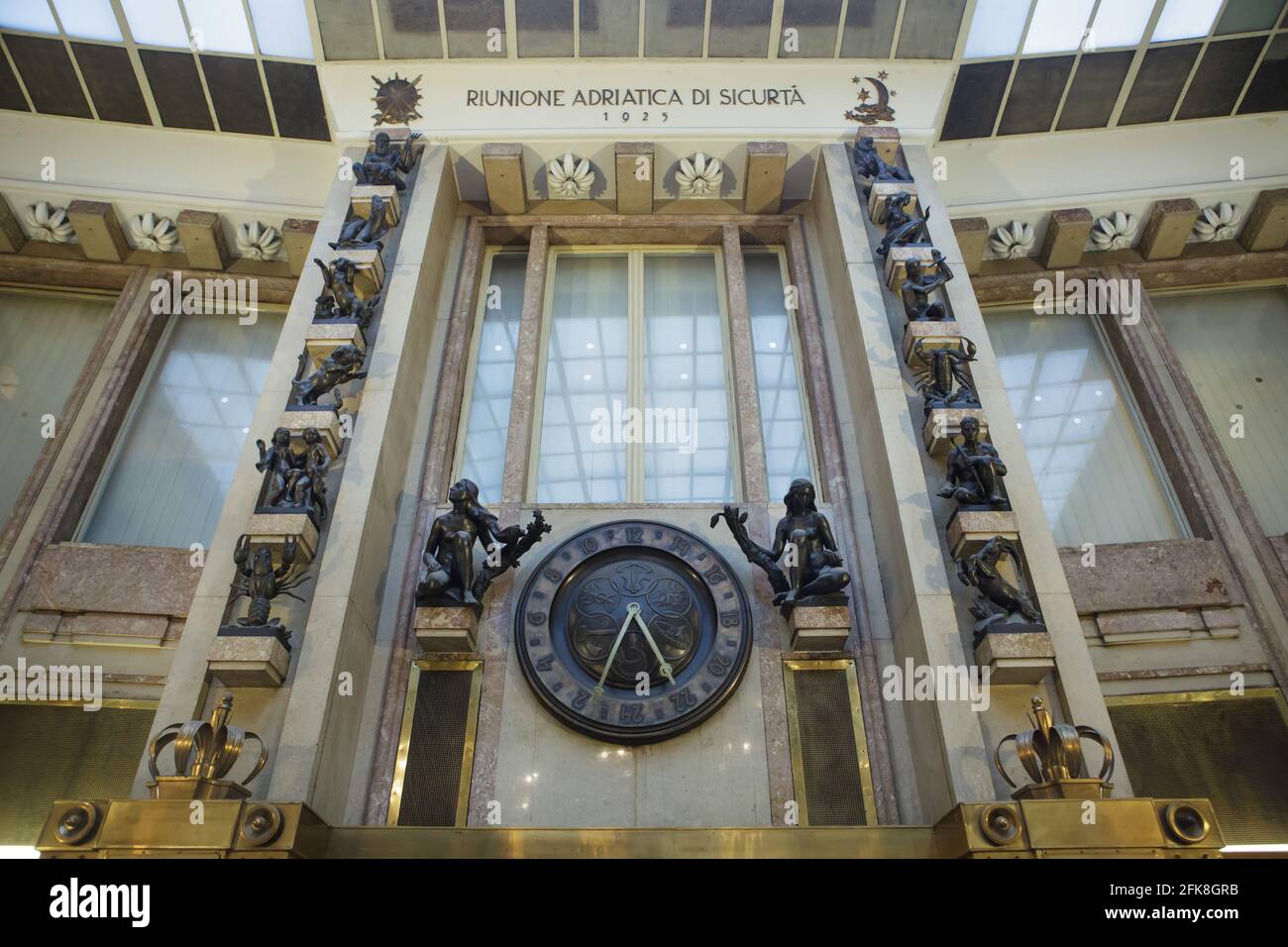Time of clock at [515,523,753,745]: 5:34
